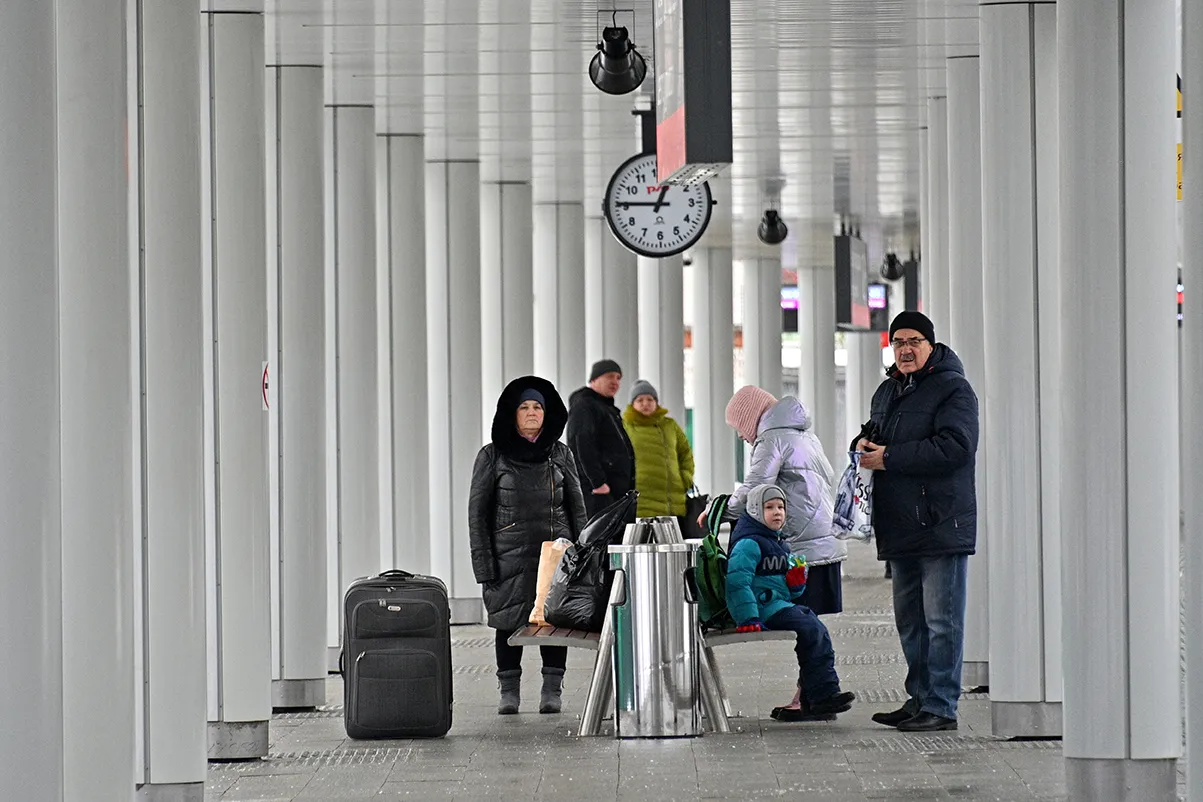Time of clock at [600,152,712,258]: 12:45
